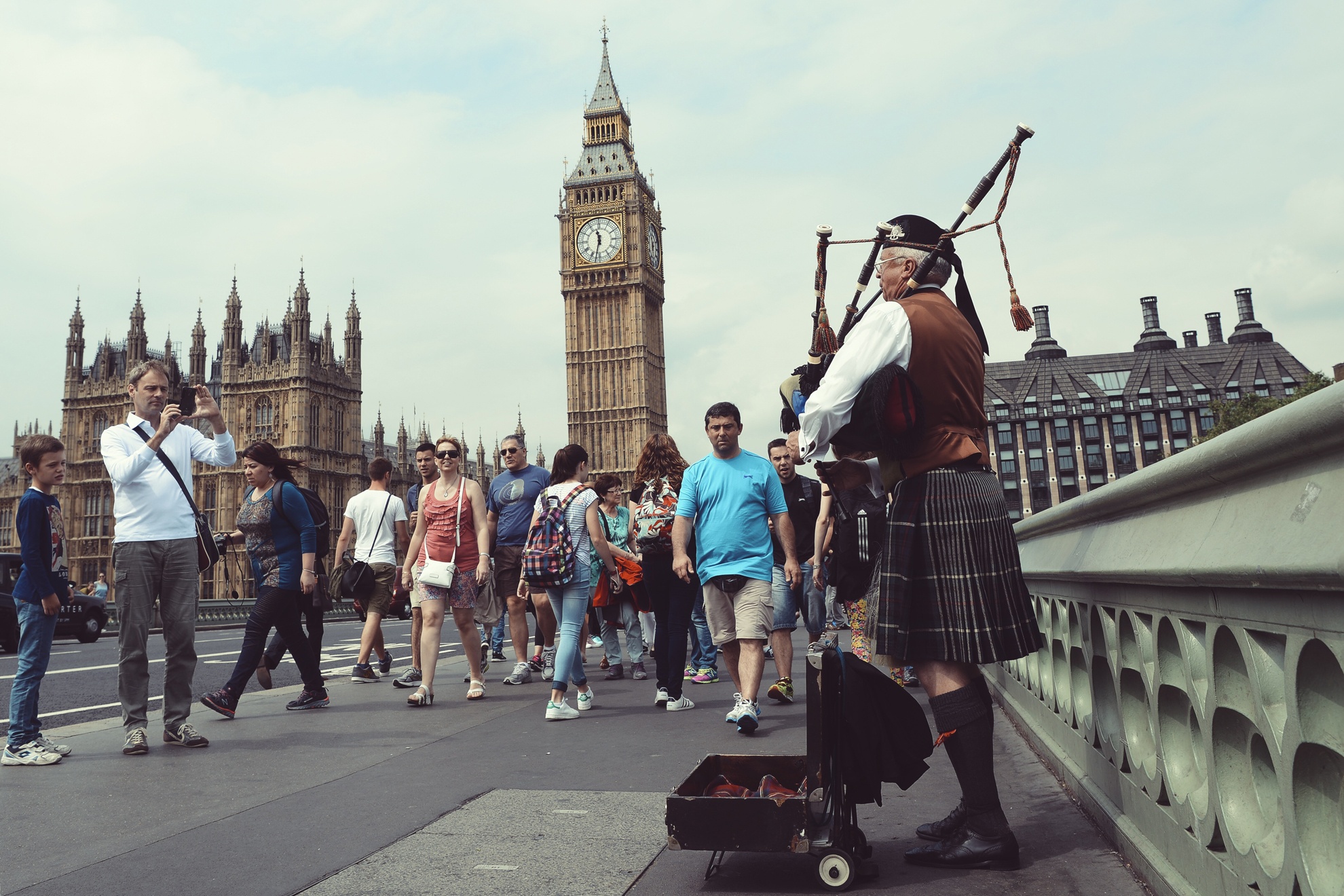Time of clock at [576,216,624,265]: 11:32
